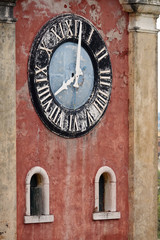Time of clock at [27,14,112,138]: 8:01
